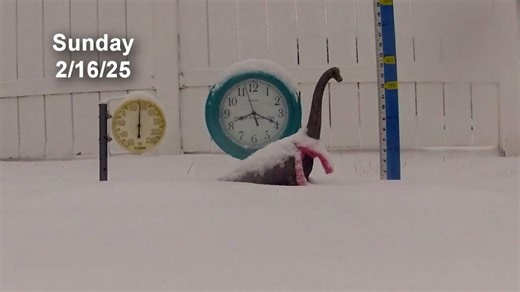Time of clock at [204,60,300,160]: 8:19
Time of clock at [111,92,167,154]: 6:00
